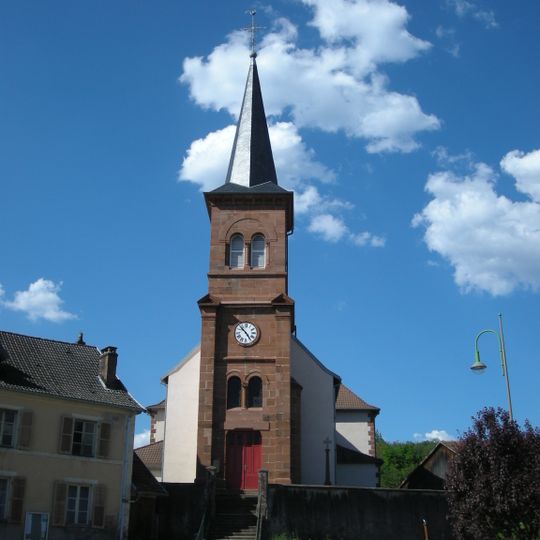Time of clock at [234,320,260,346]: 4:52
